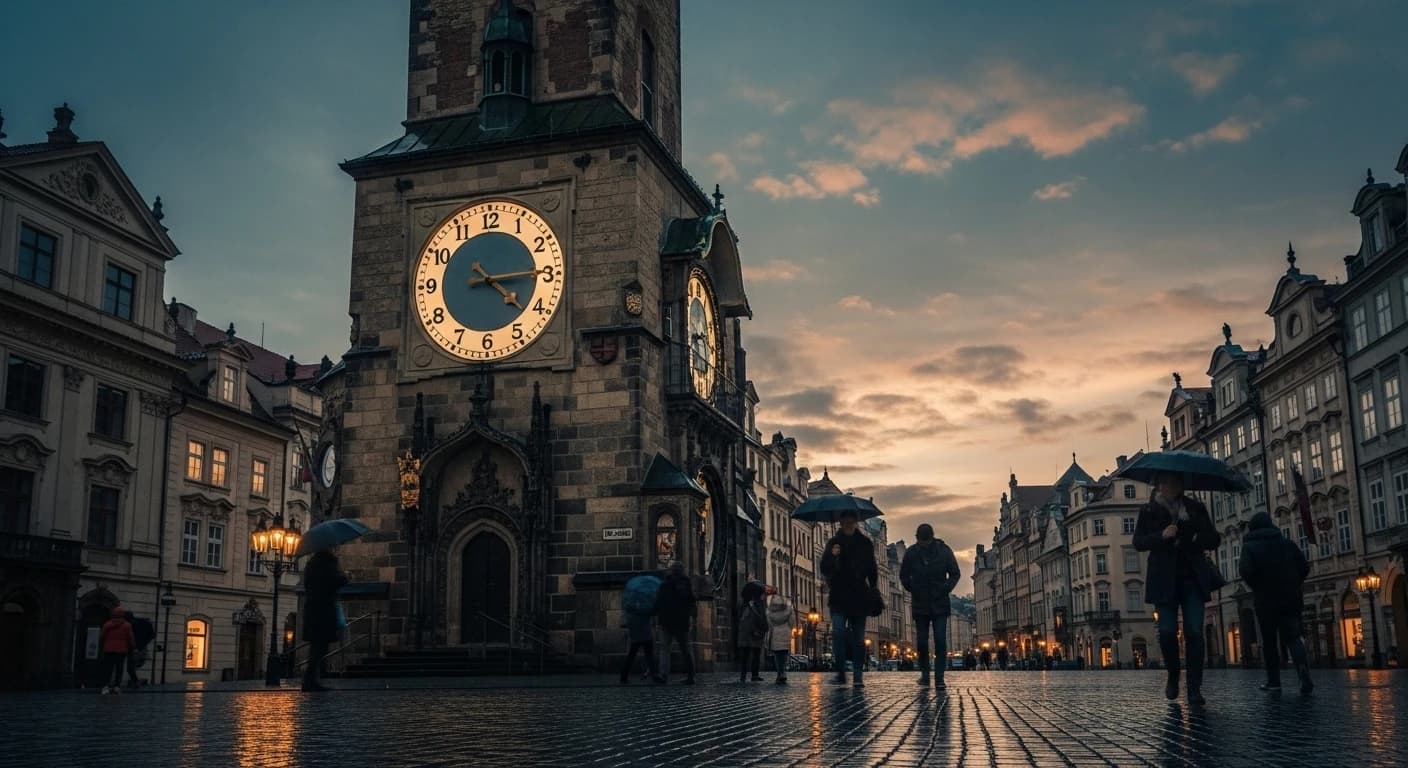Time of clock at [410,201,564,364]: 4:14
